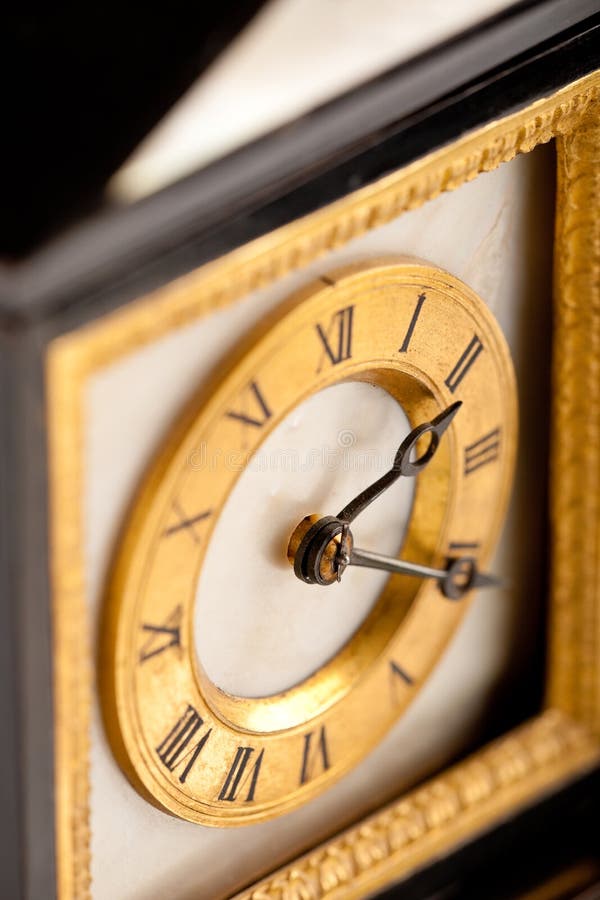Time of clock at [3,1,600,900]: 2:21
